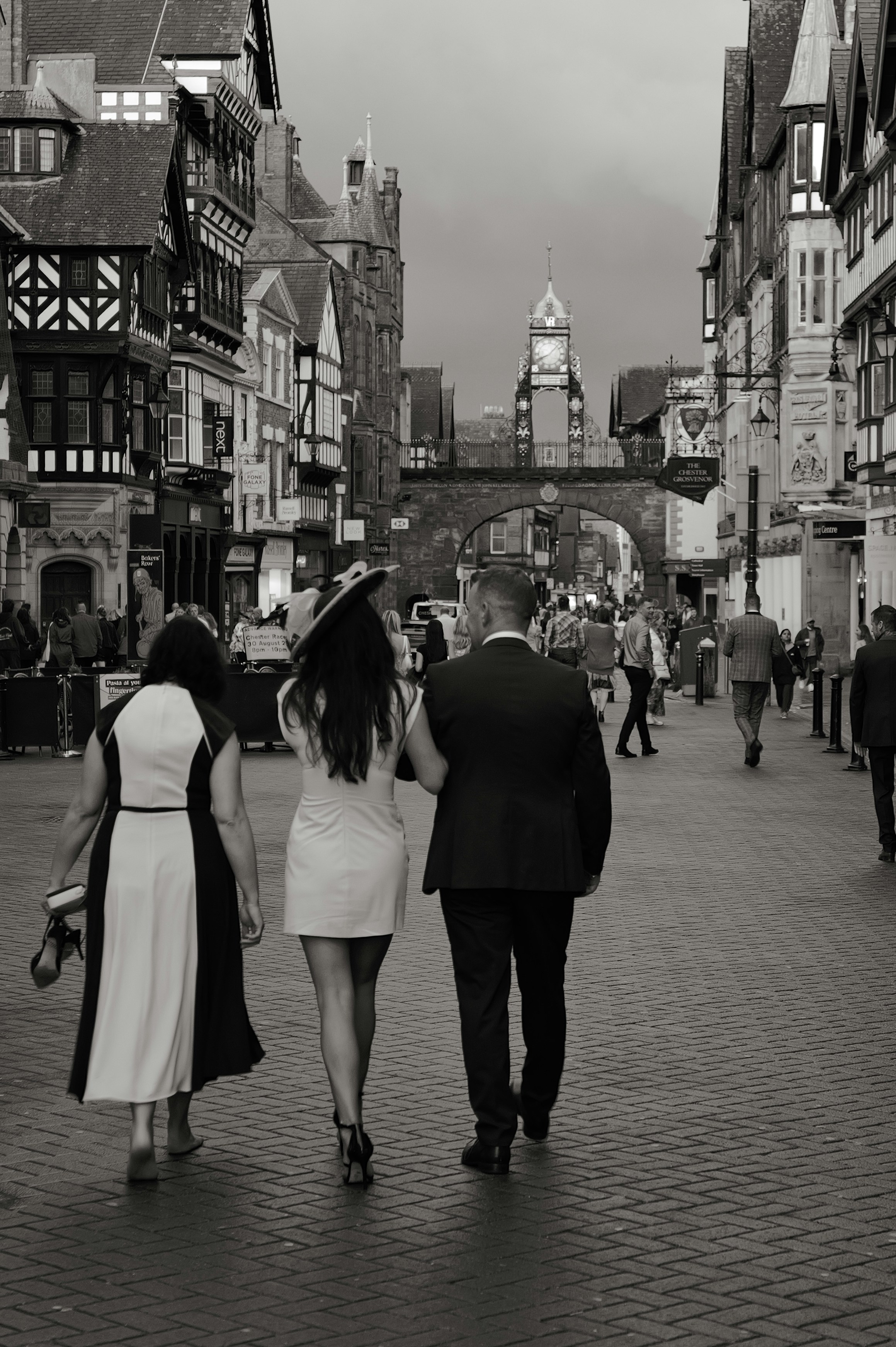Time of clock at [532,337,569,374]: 8:07
